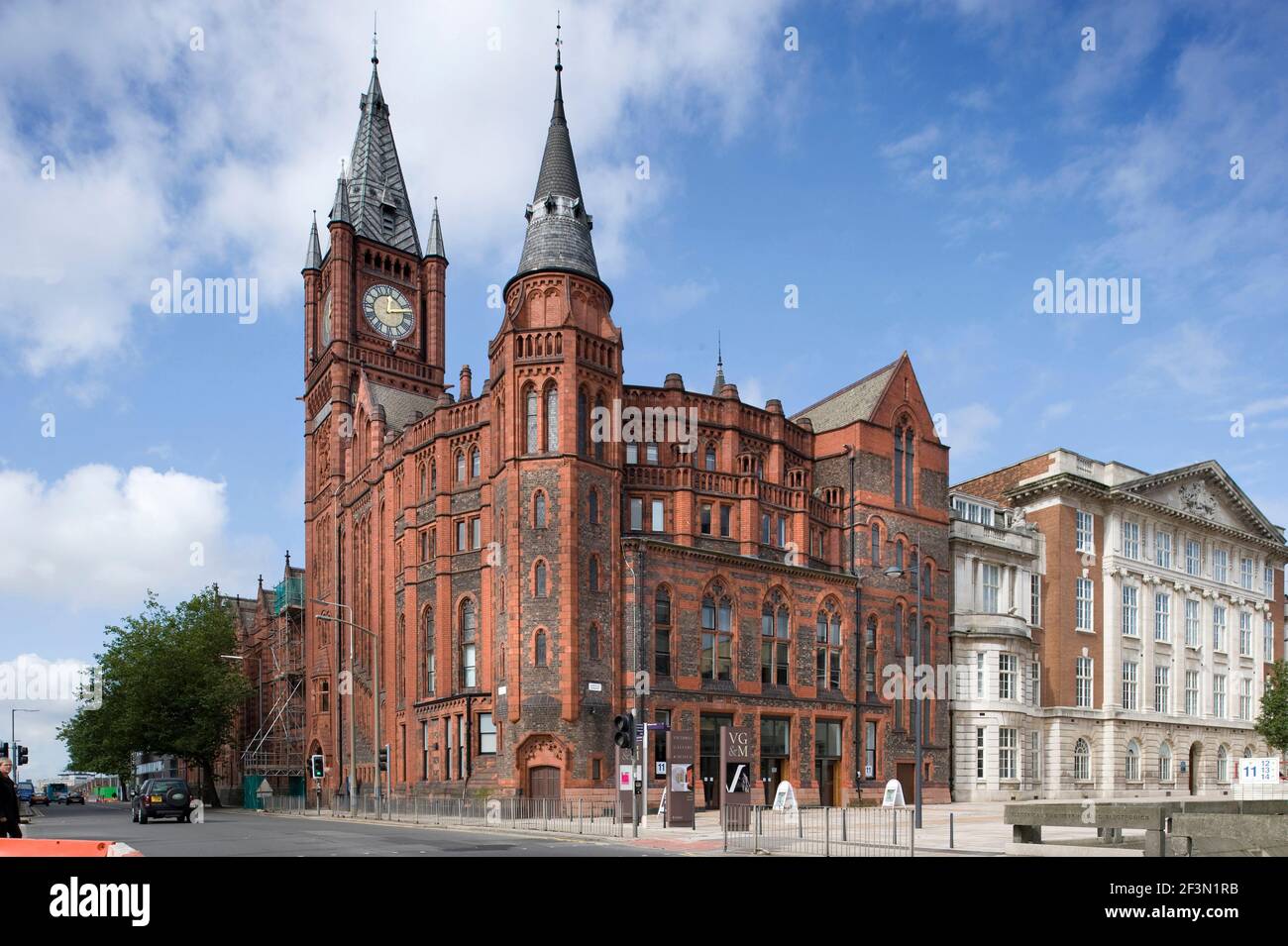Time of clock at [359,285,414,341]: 12:12
